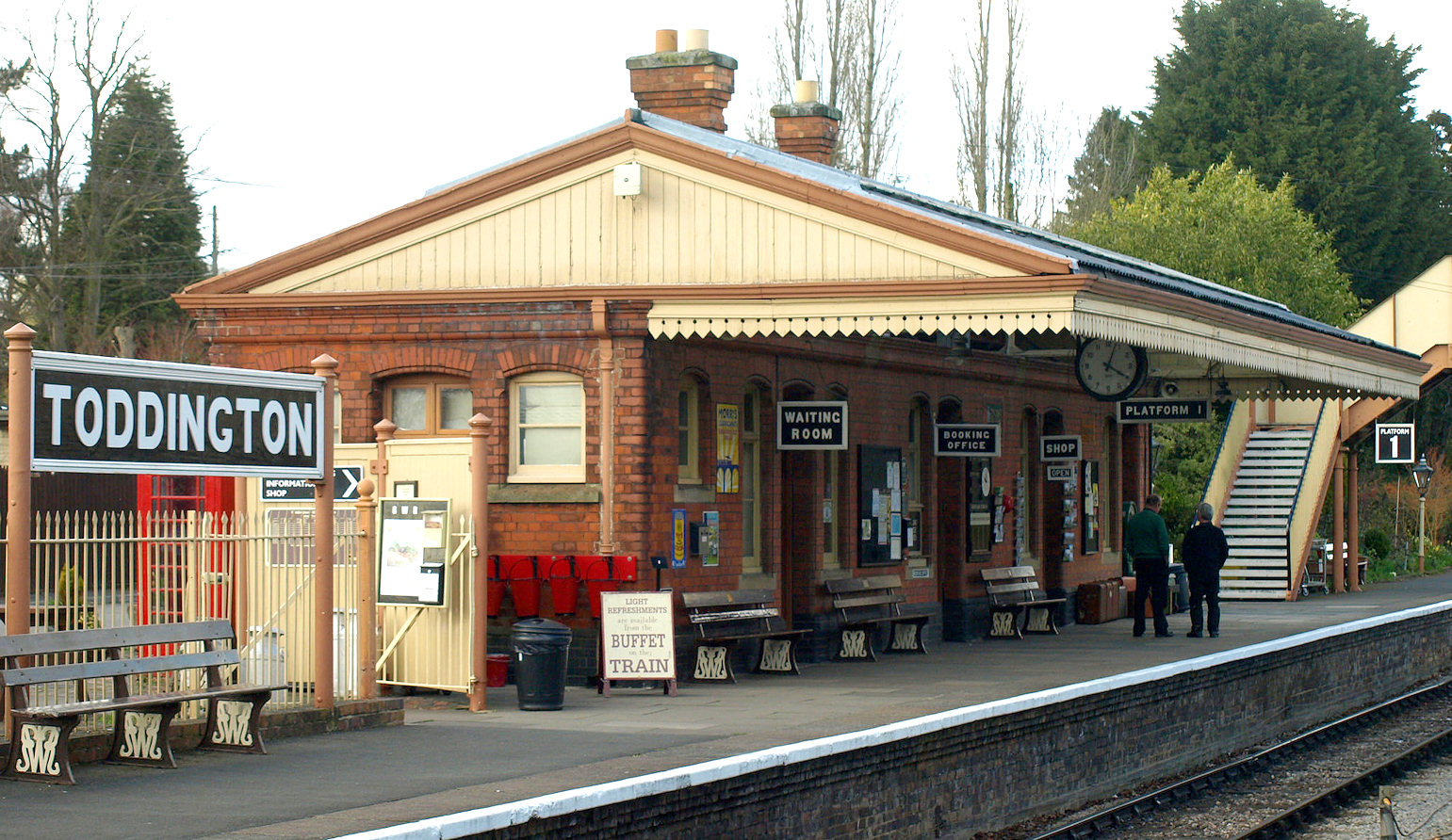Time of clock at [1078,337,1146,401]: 4:03
